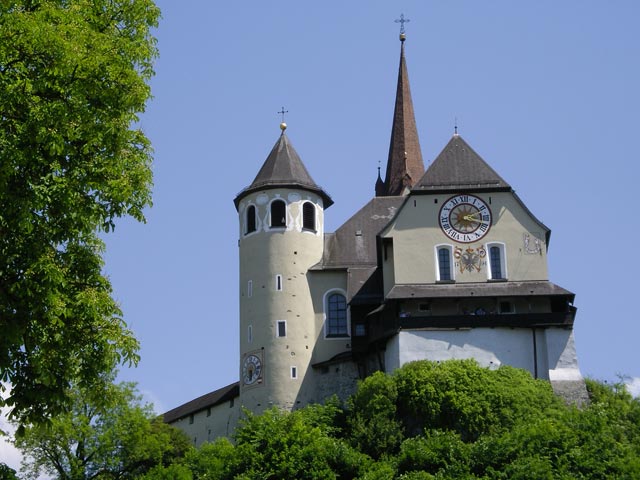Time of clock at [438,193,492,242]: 2:18
